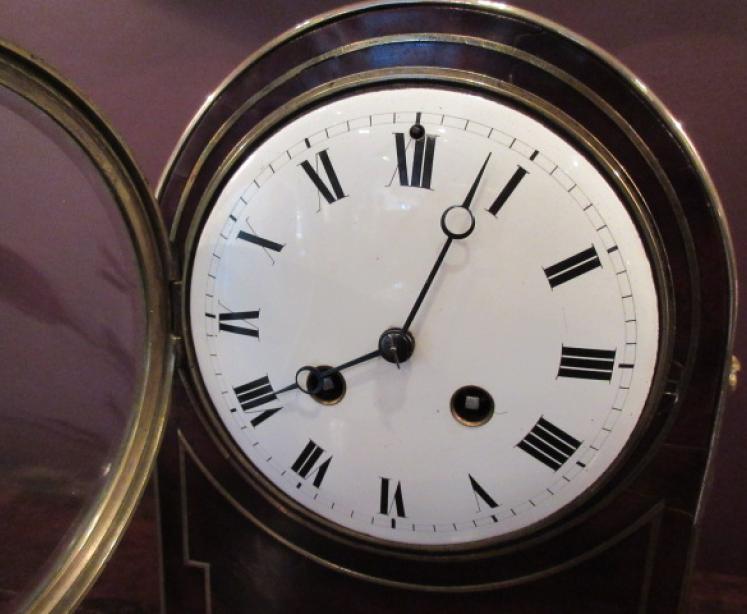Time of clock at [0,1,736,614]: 8:03
